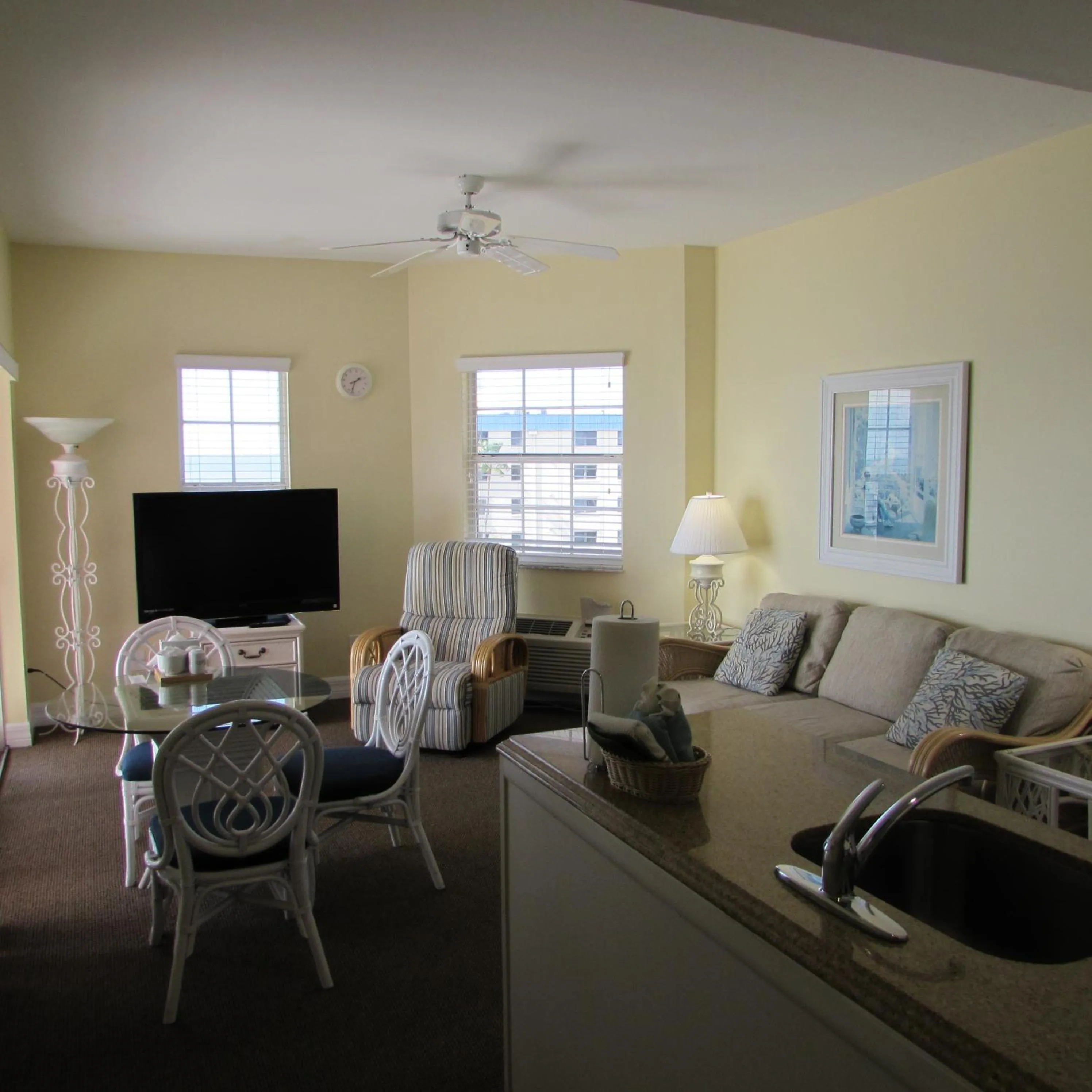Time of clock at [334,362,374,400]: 1:32
